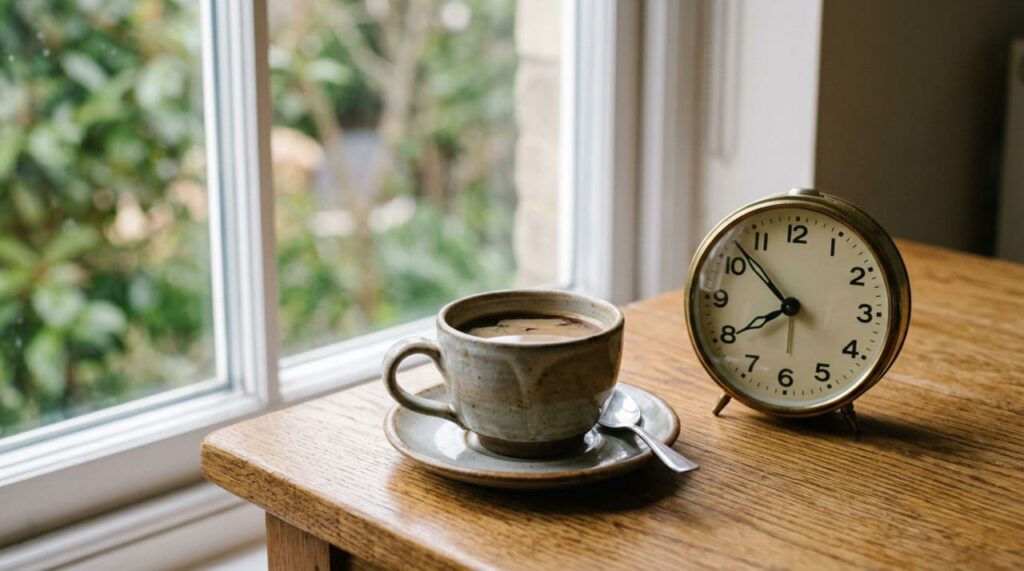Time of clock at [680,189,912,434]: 7:52
